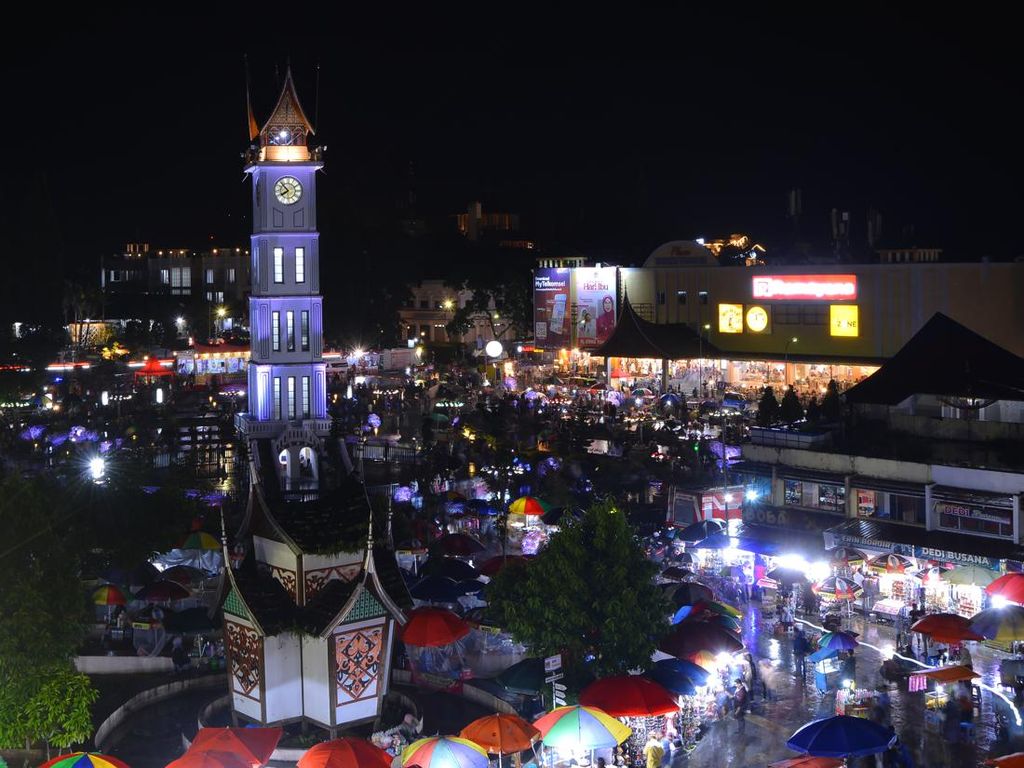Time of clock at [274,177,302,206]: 7:52
